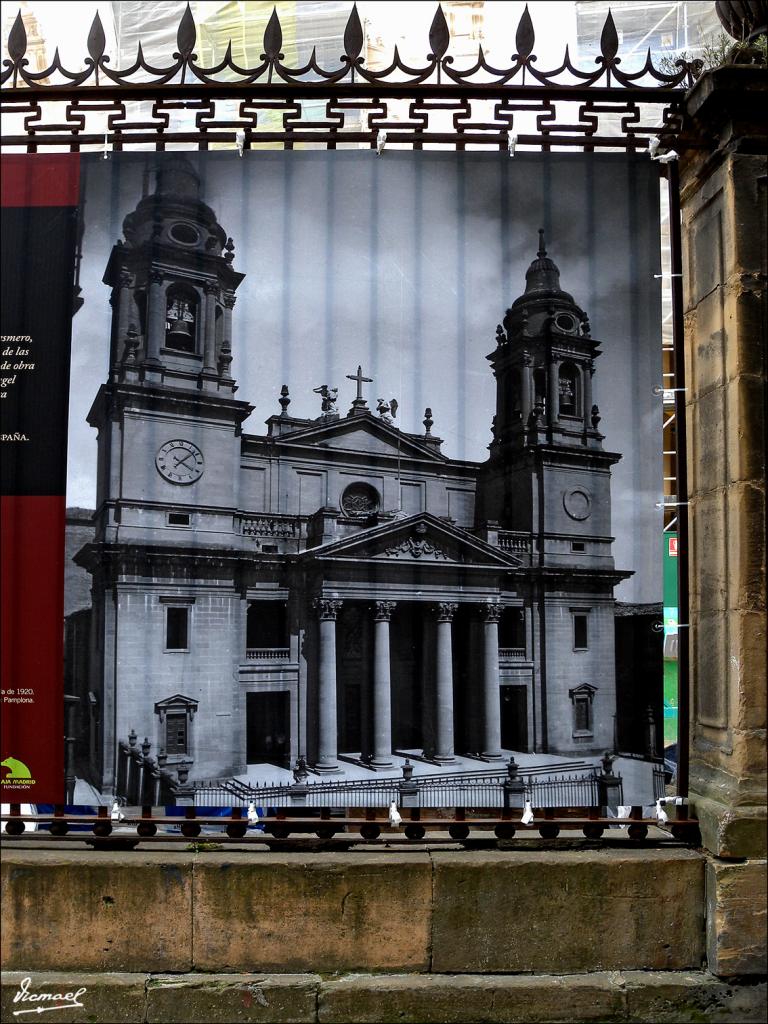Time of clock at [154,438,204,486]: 4:08
